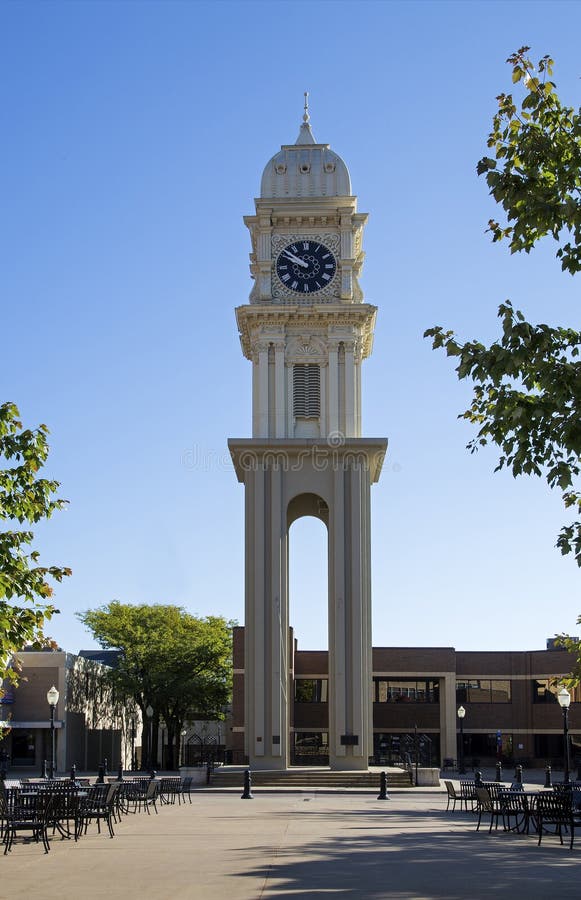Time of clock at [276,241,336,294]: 9:51
